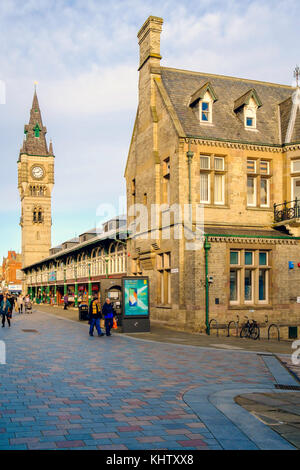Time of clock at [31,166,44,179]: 1:43
